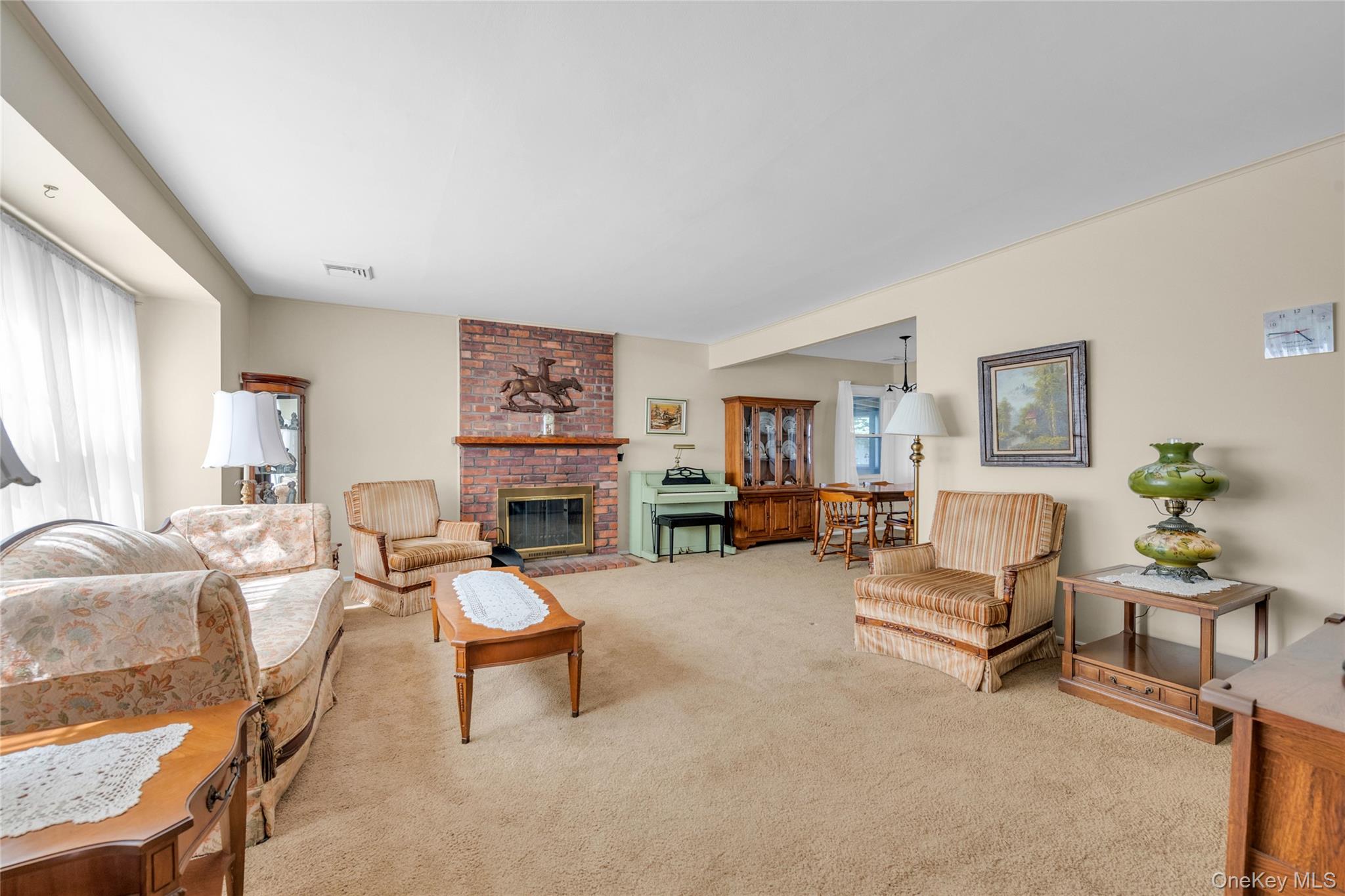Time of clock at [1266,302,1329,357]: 4:45
